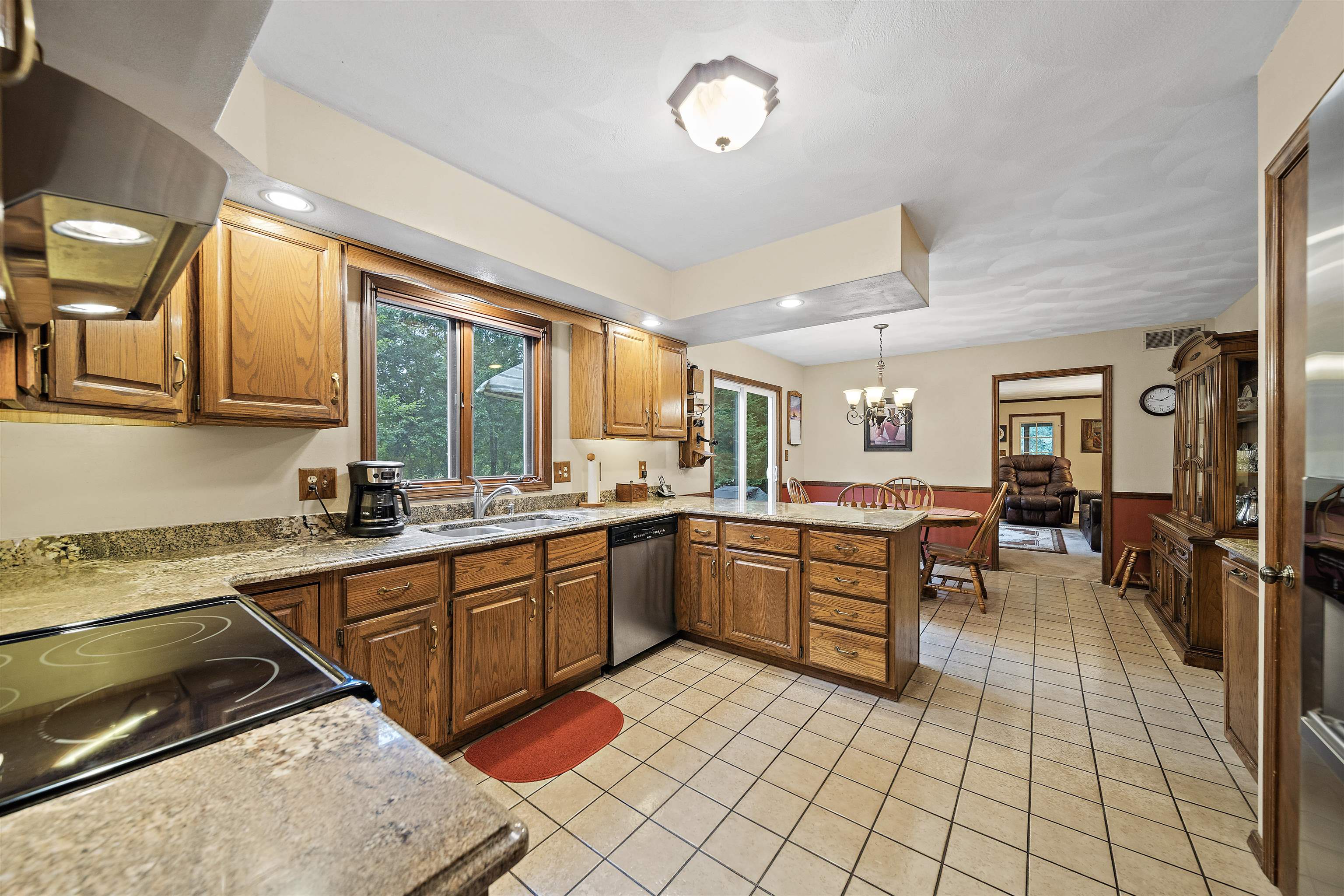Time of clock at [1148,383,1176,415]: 1:47
